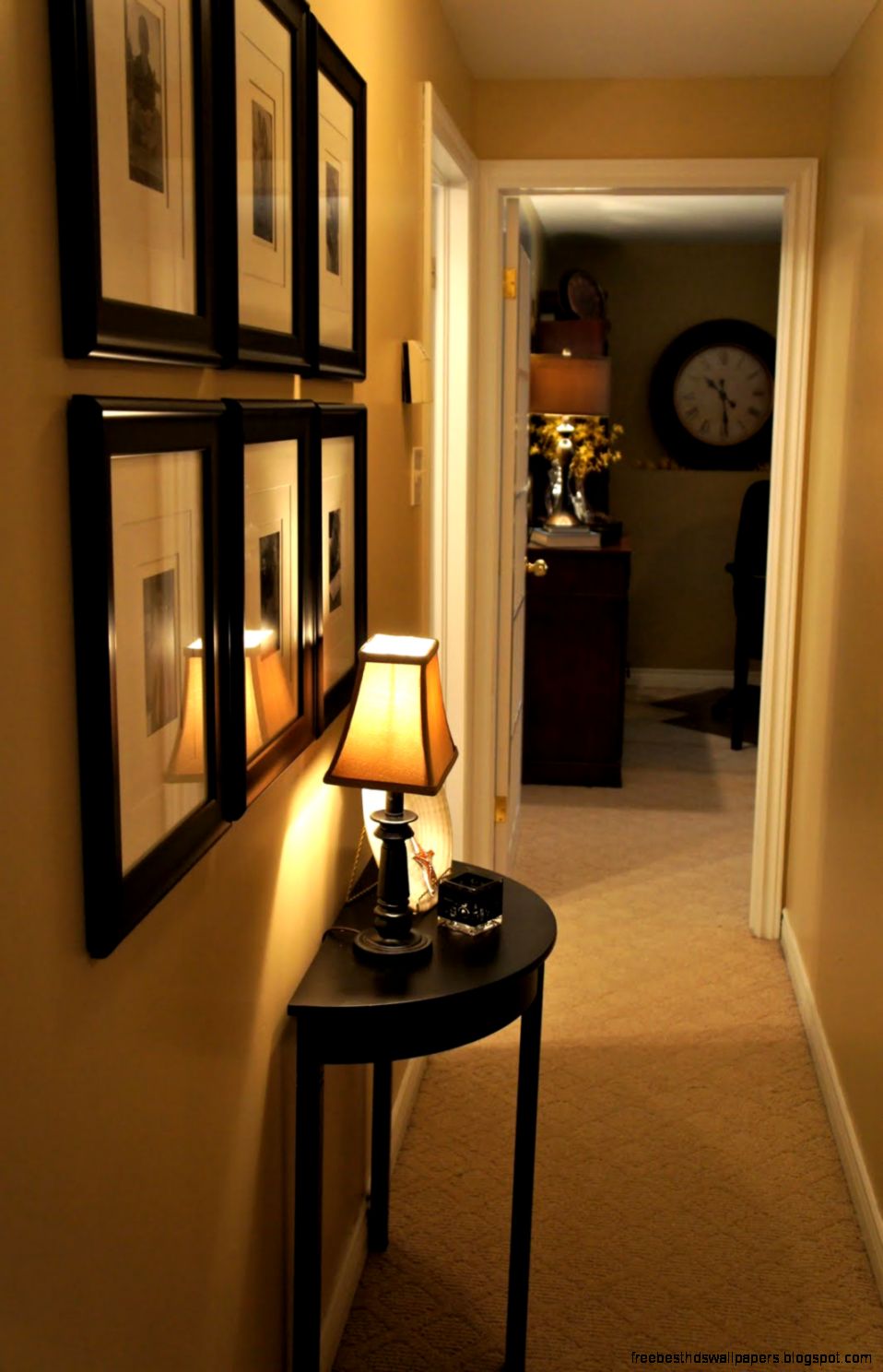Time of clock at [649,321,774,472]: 10:29
